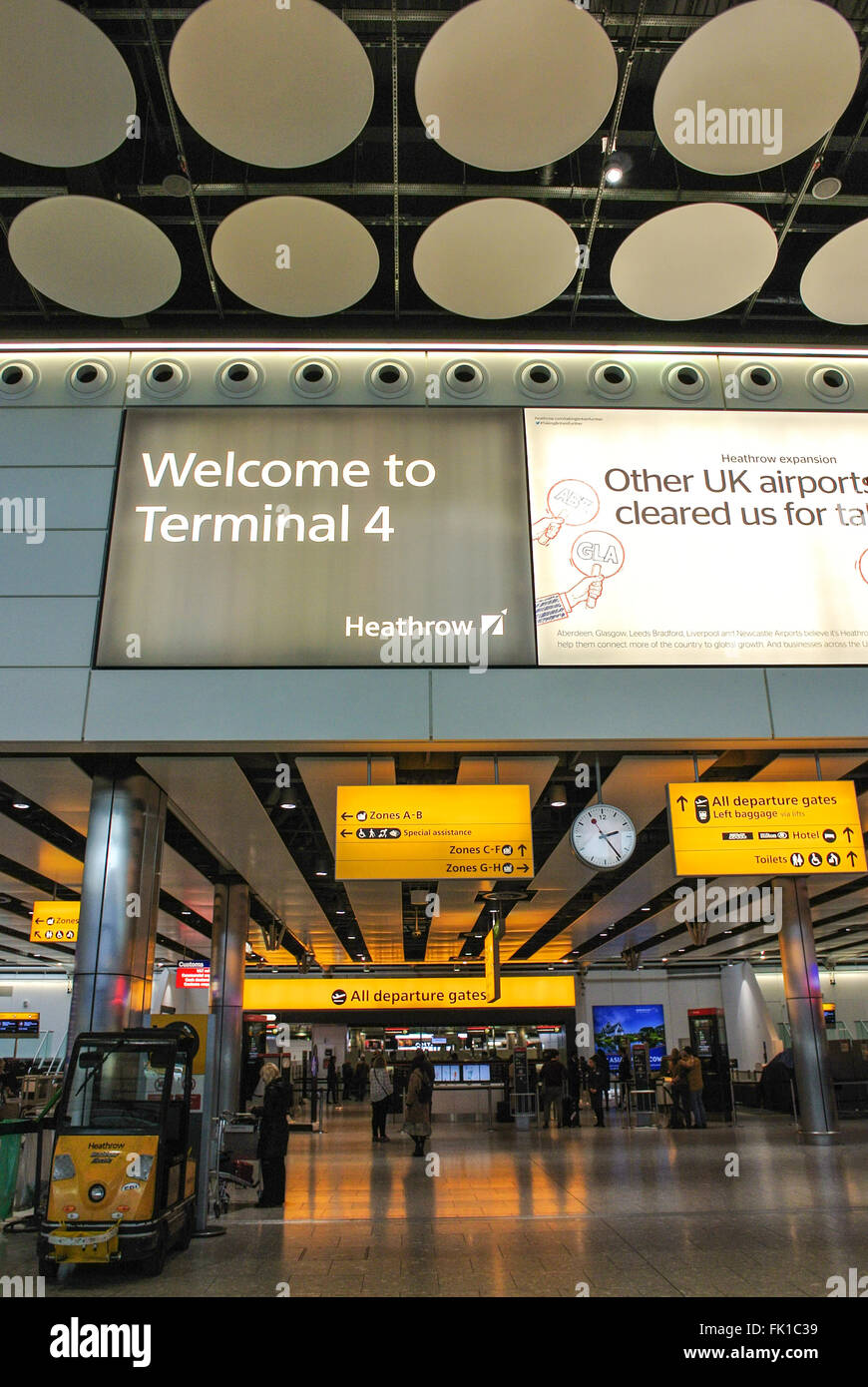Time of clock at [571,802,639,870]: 2:23
